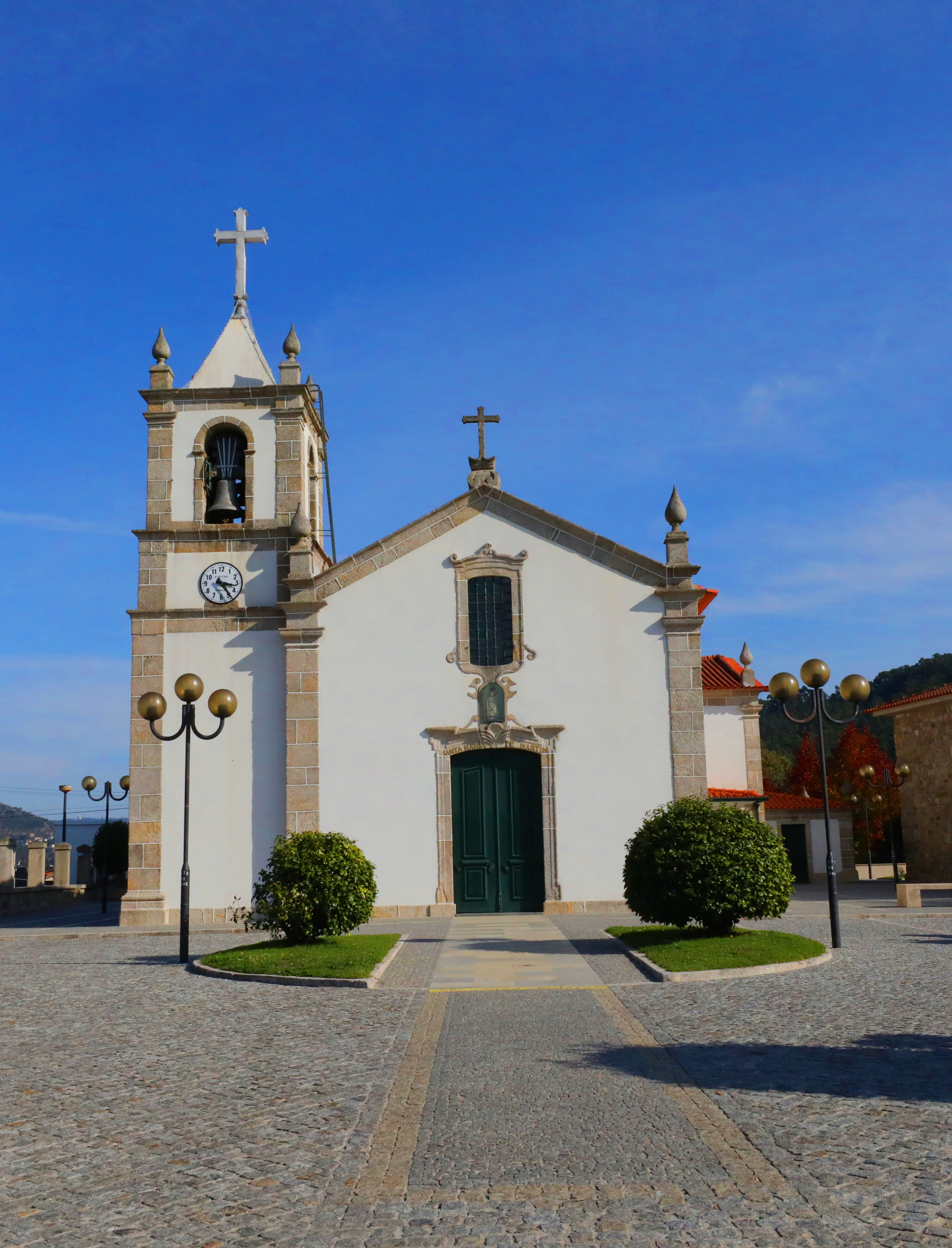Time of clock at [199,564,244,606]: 3:24
